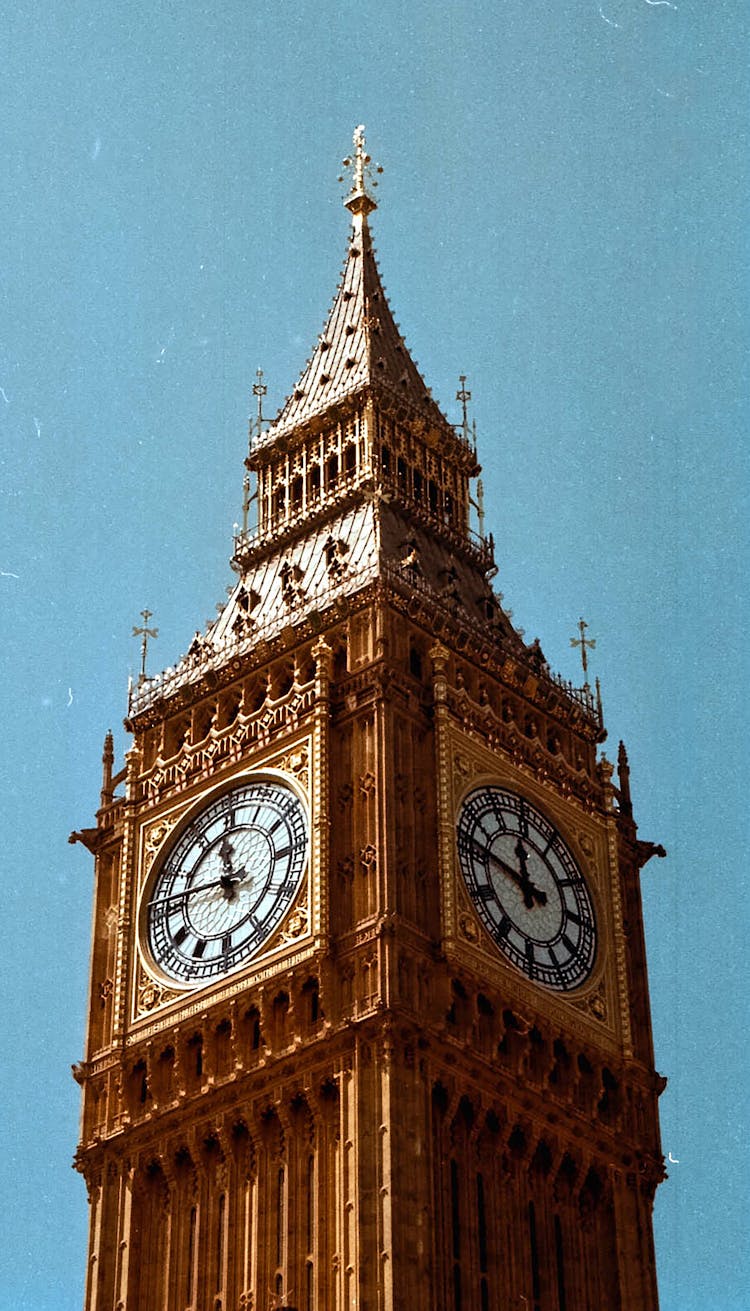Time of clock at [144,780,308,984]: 11:46
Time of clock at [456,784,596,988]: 11:46
